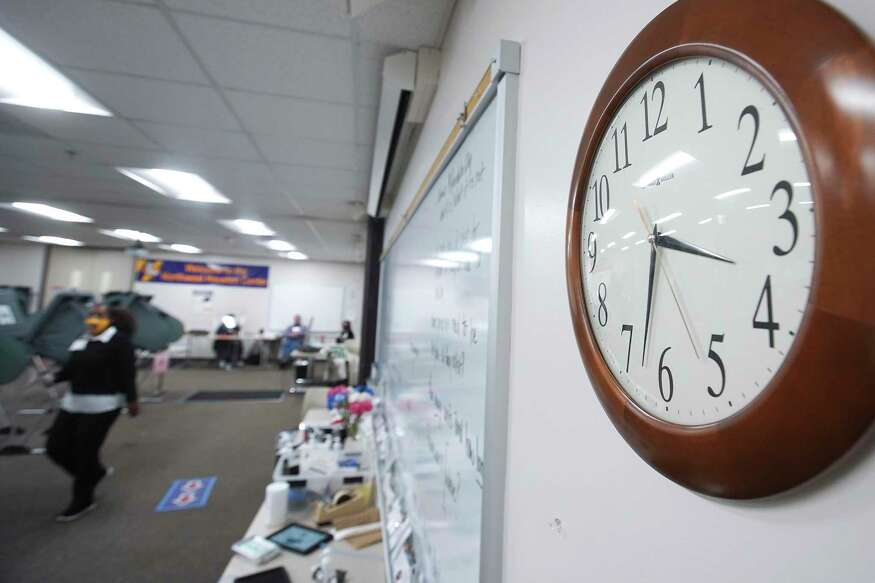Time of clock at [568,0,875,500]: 3:32
